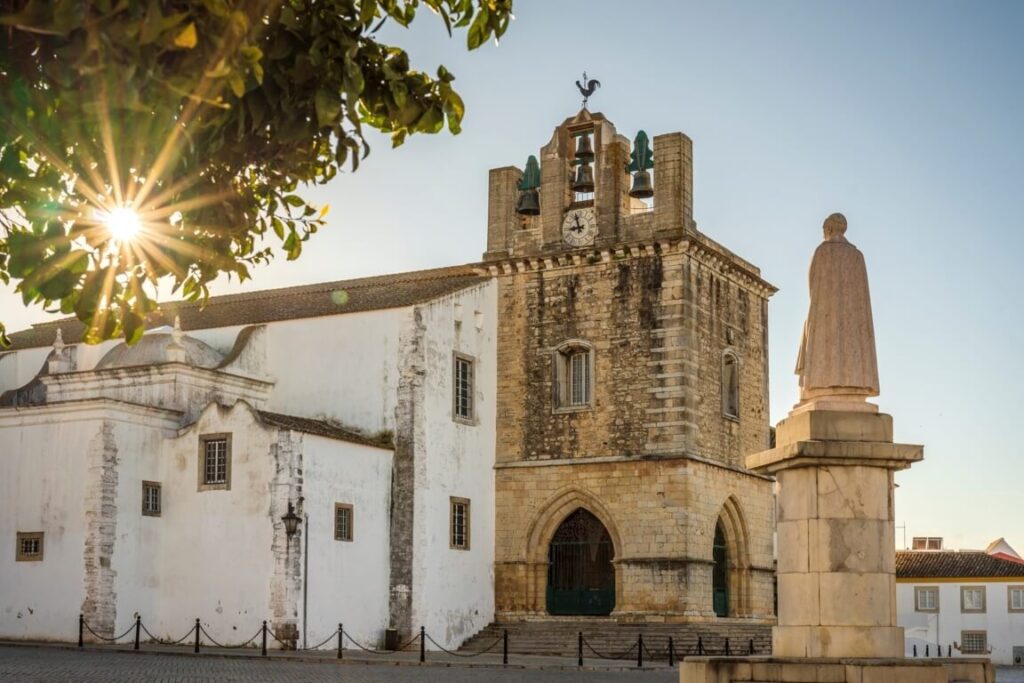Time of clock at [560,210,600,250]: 8:57
